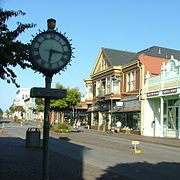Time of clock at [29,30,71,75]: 6:16
